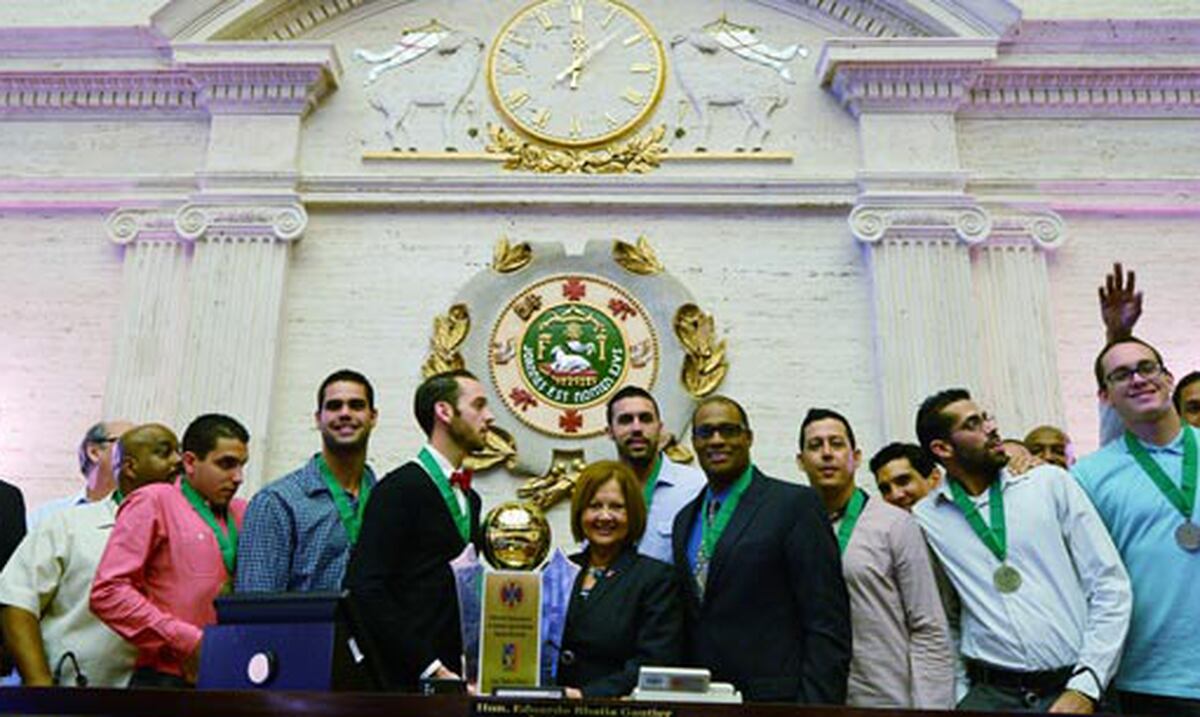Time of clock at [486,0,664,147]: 12:07
